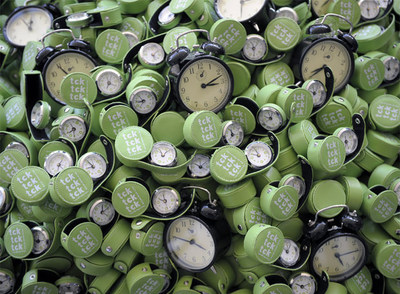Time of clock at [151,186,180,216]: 9:57
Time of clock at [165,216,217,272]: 3:46
